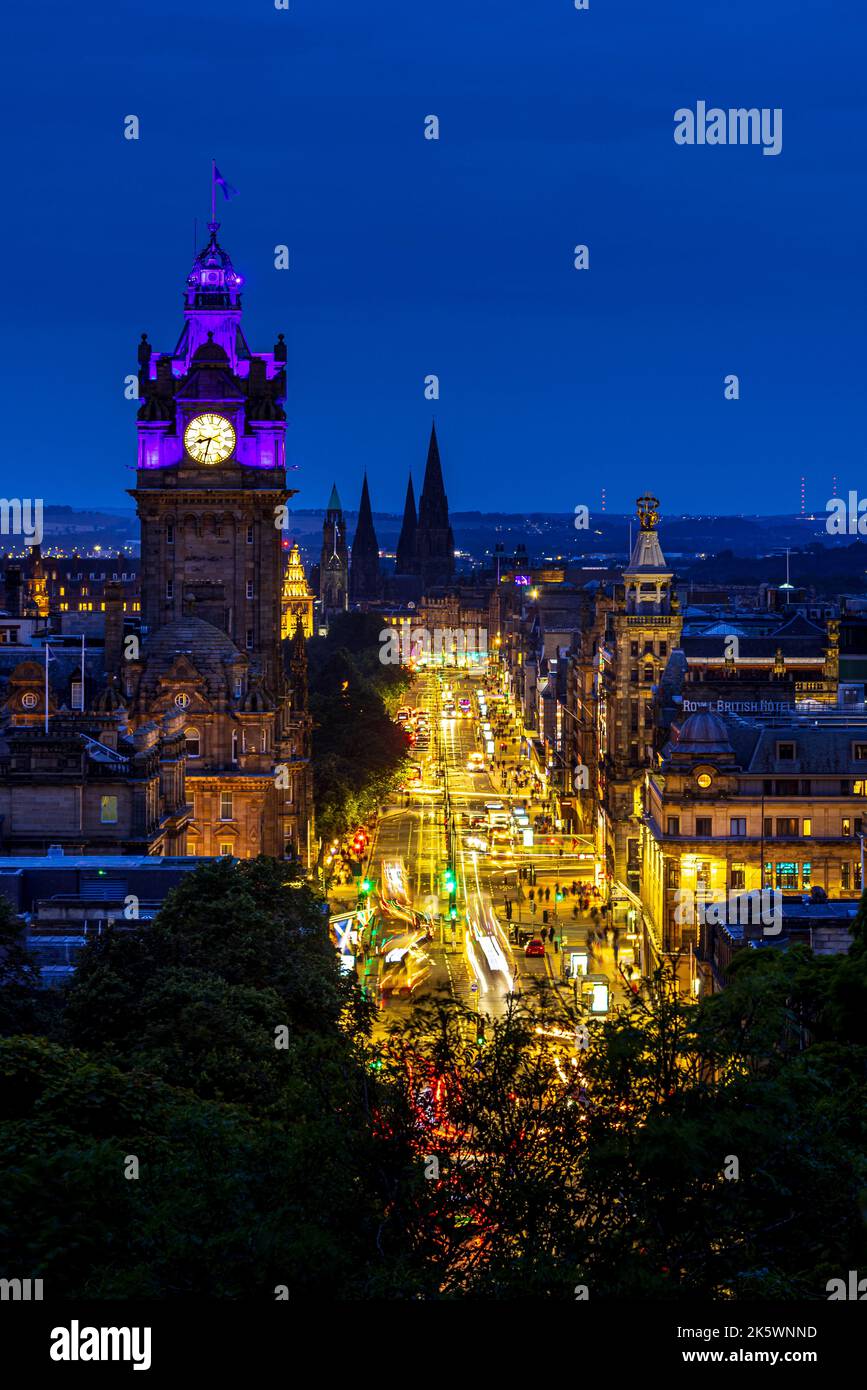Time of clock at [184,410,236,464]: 8:32
